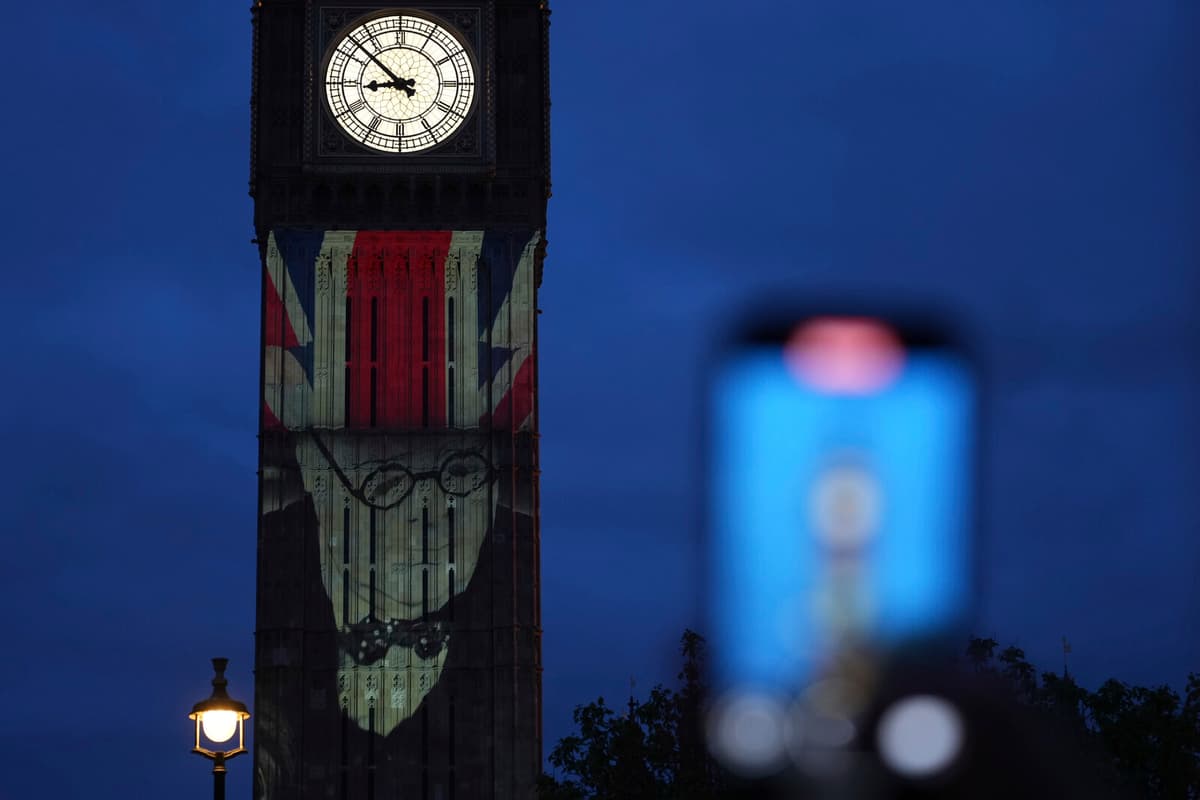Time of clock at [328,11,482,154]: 8:51
